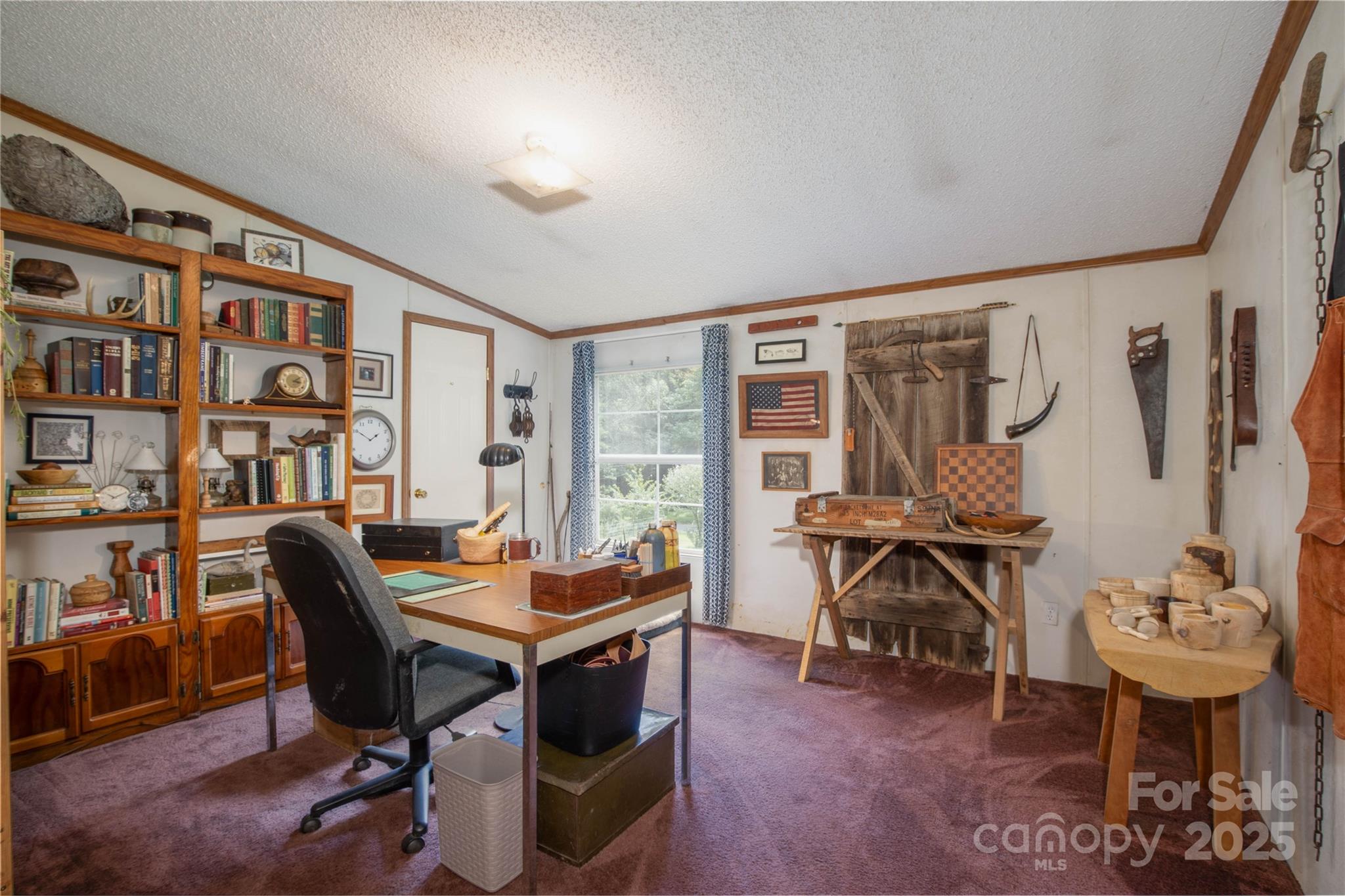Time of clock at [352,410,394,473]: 1:50
